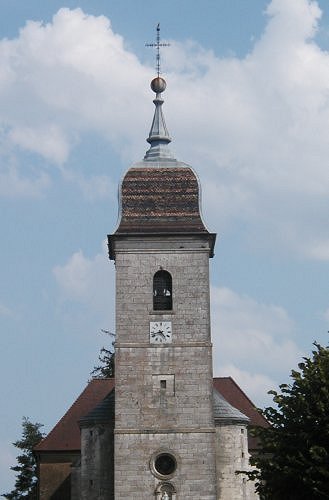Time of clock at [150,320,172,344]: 4:42
